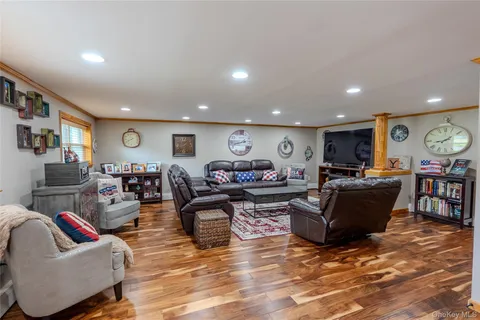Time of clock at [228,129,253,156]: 2:42
